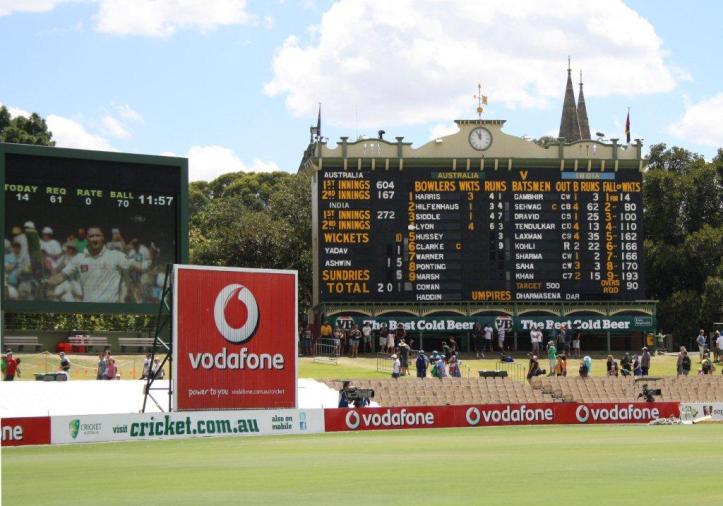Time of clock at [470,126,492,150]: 11:55
